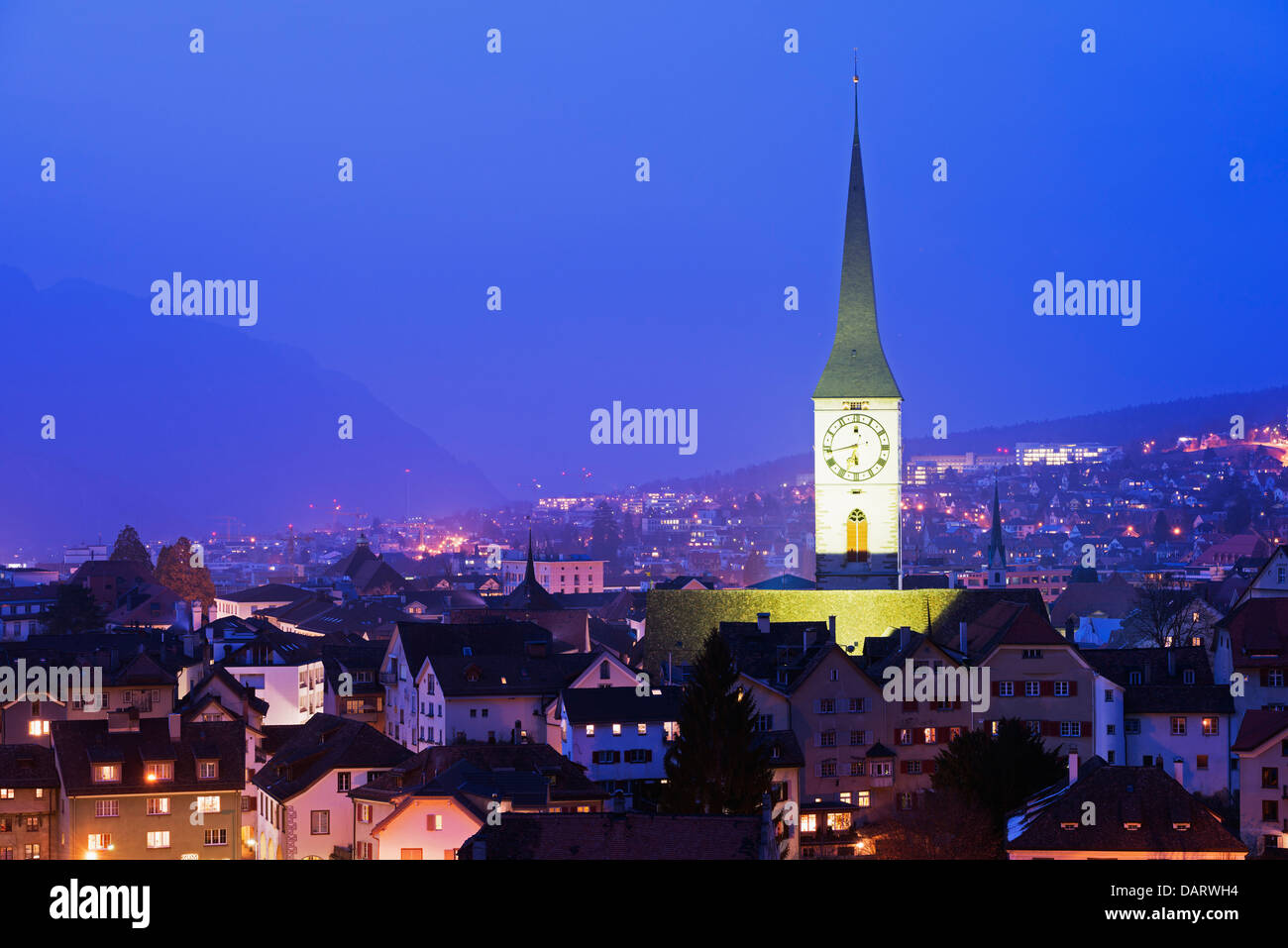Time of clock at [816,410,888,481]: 6:43
